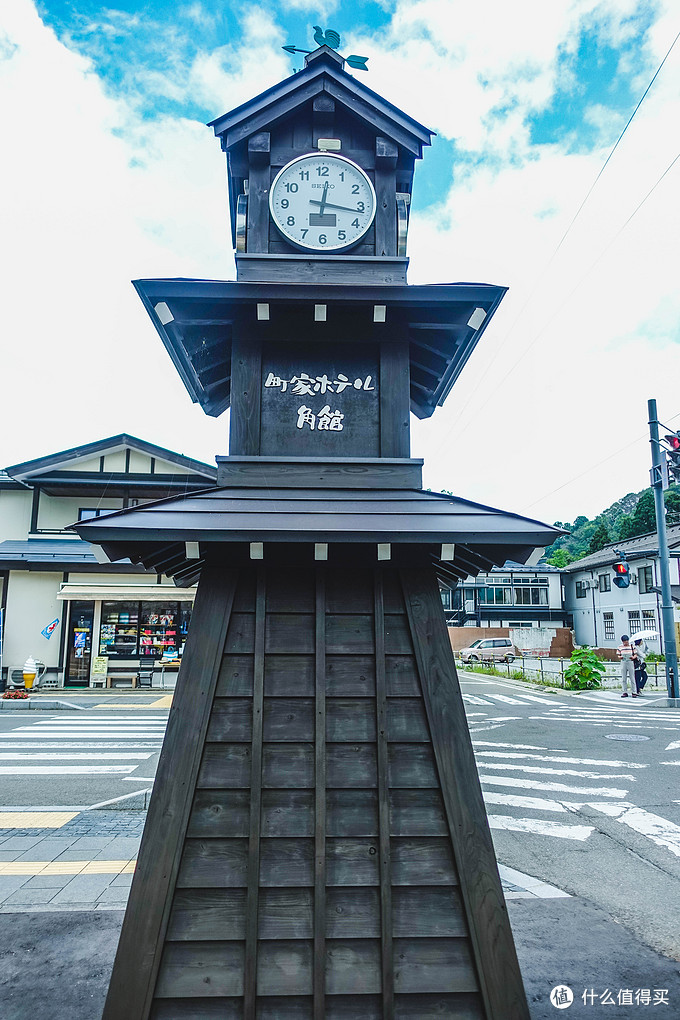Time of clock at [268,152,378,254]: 12:16
